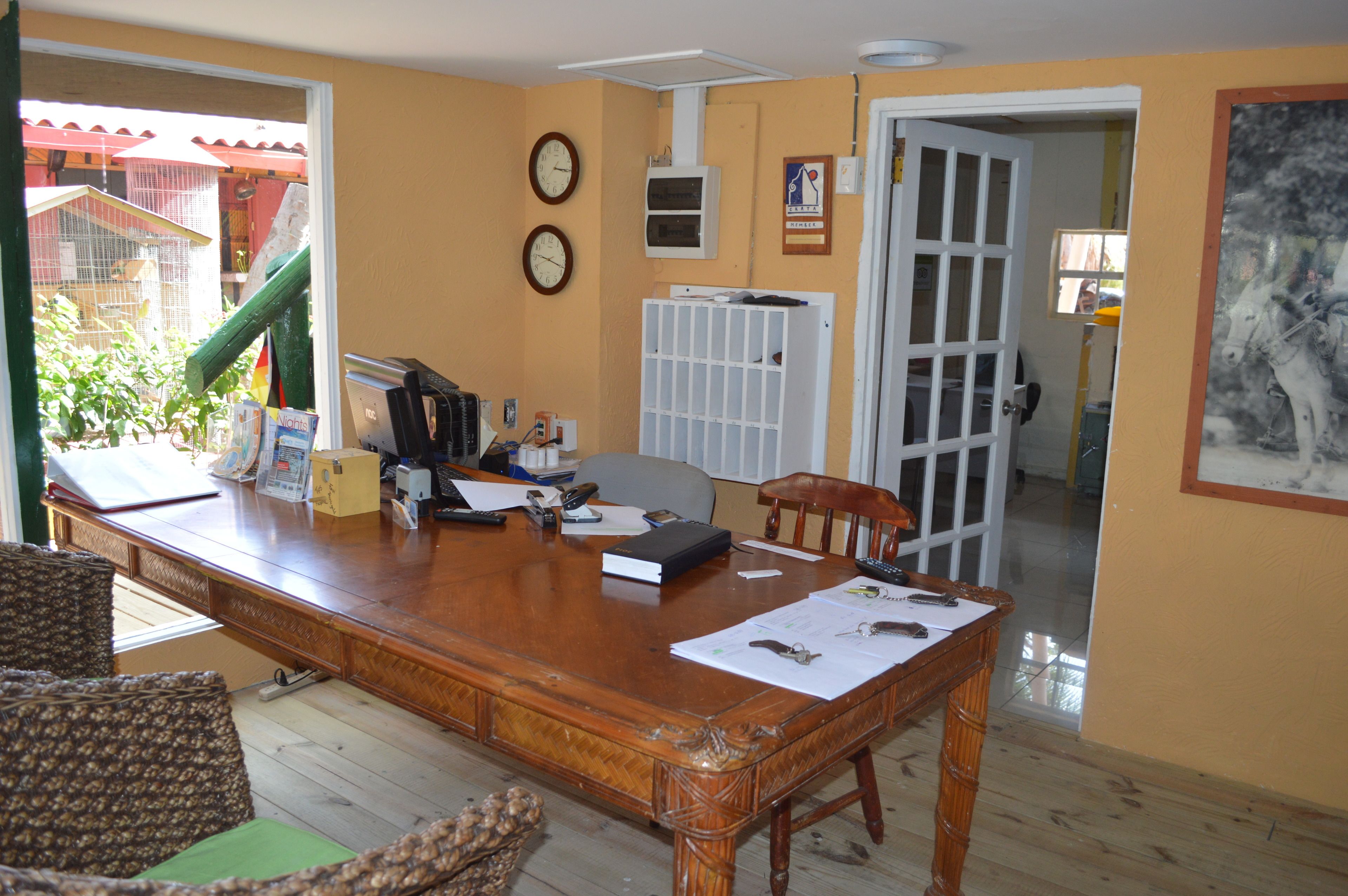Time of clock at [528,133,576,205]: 3:15
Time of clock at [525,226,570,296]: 9:17
